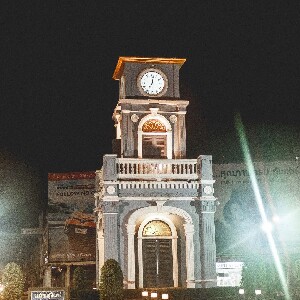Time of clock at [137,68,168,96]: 7:01
